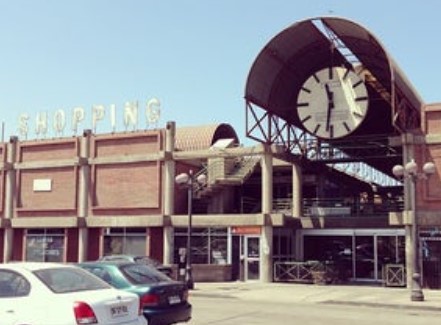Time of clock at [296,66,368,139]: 11:31
